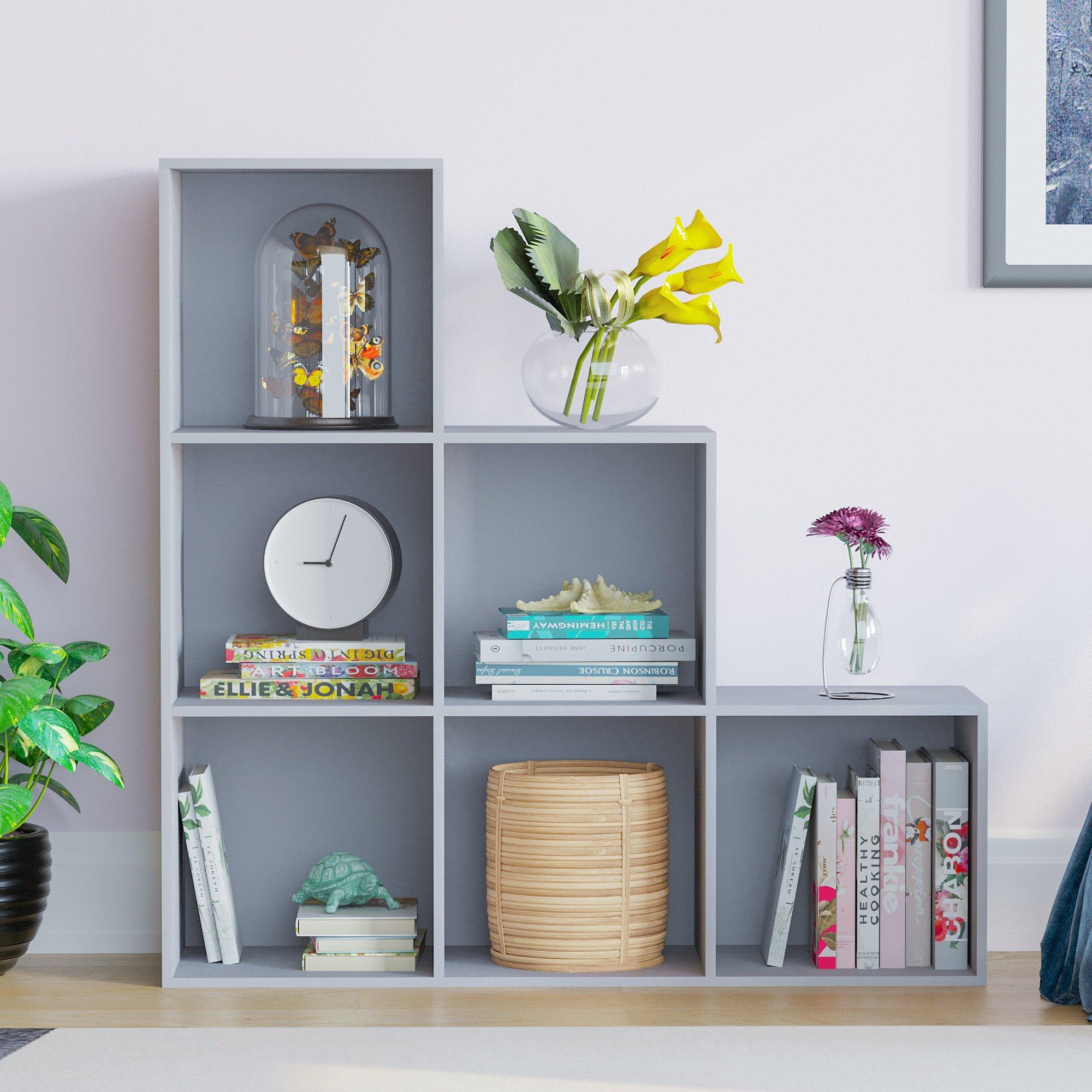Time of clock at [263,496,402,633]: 9:03
